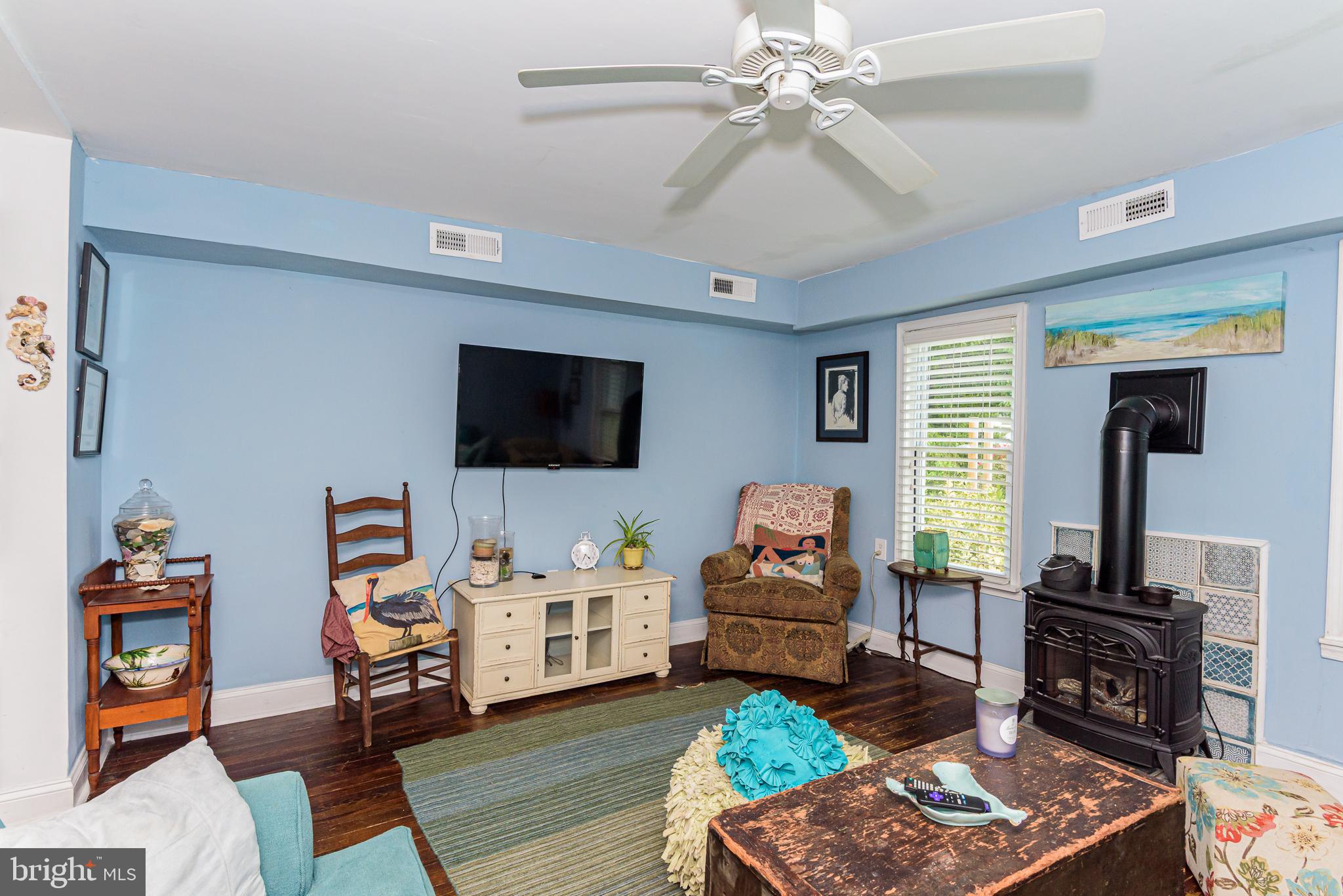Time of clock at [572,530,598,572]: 4:34
